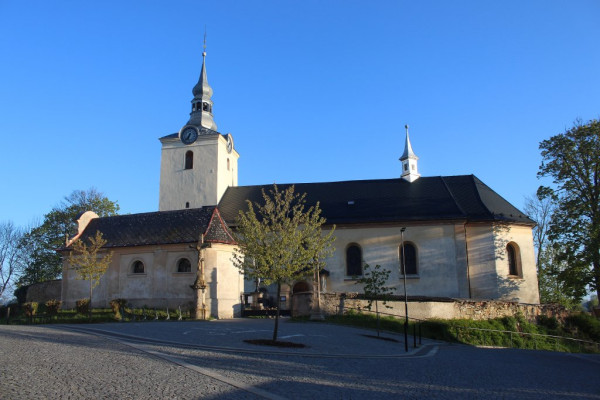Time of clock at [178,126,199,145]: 6:37
